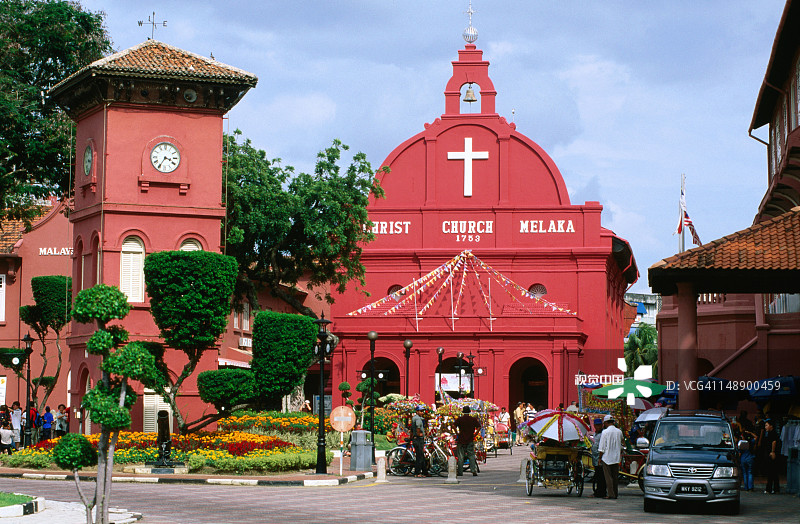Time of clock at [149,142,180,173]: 3:35
